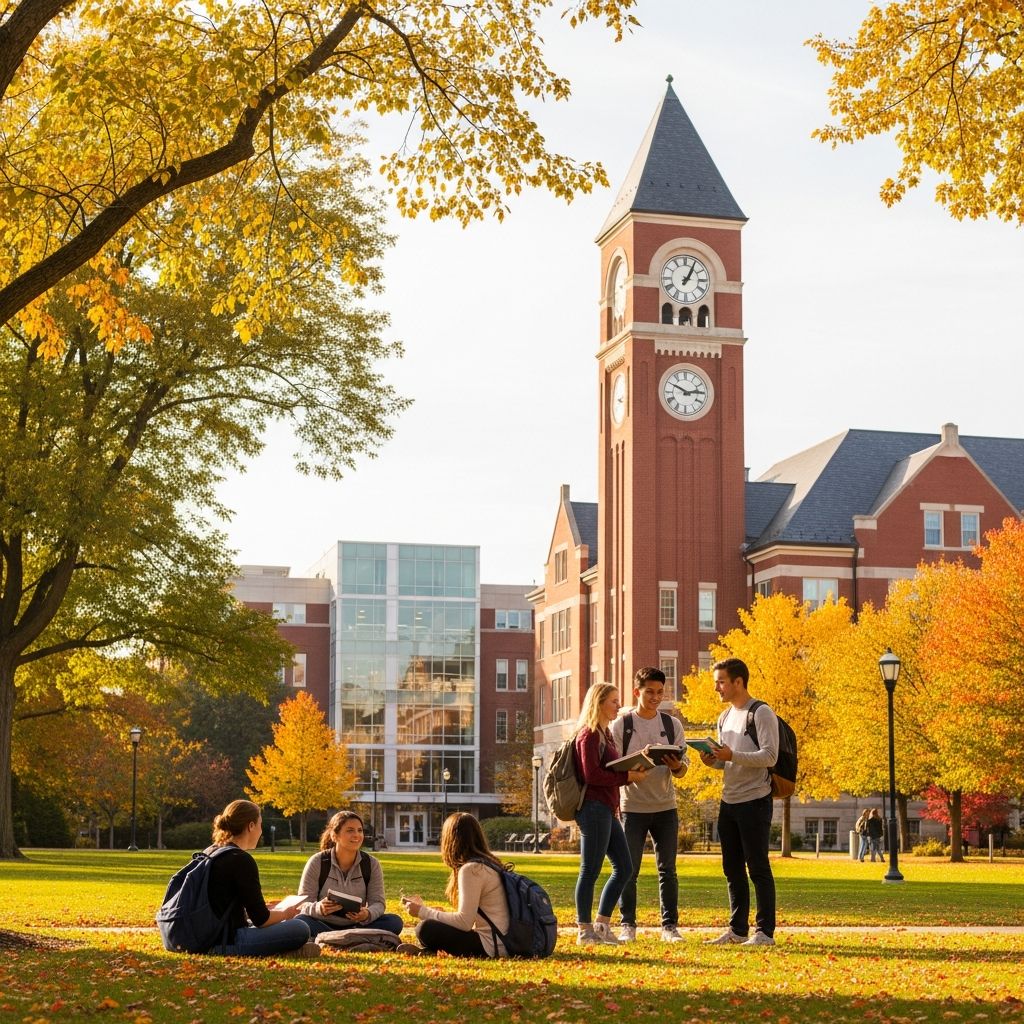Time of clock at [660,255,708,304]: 1:04
